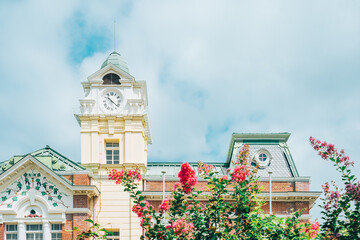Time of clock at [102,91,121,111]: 10:21
